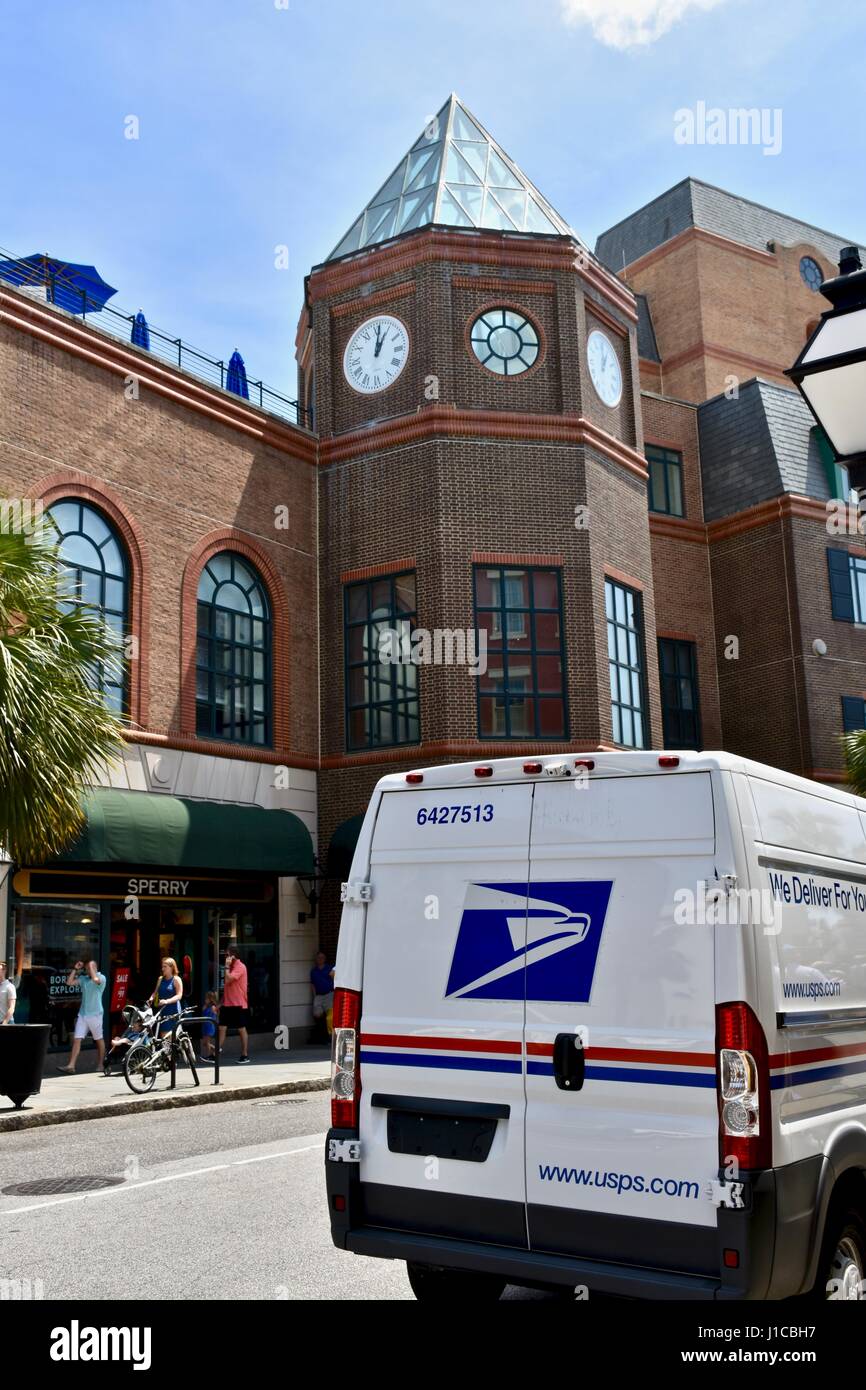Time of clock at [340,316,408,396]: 1:01
